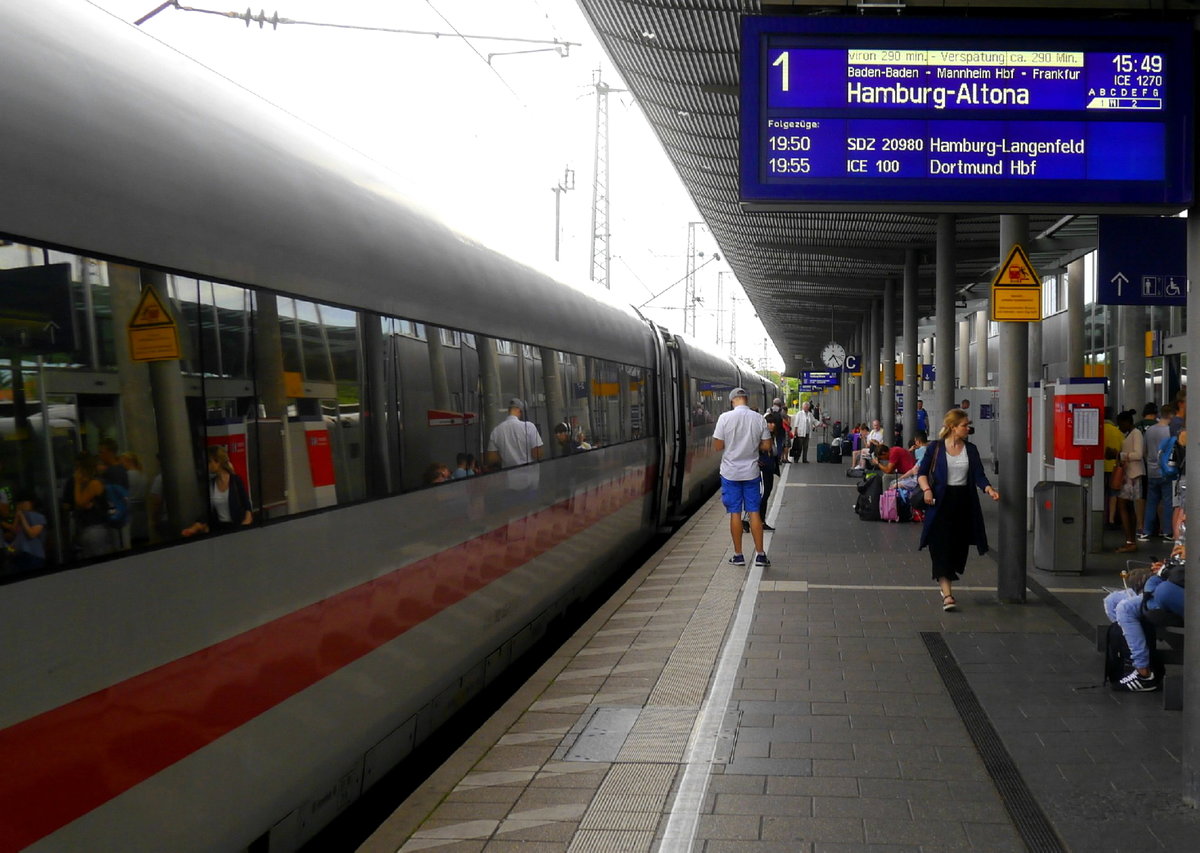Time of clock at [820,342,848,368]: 7:25
